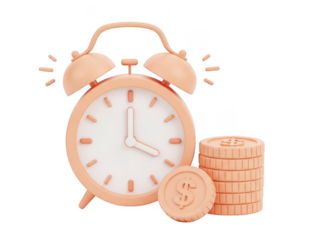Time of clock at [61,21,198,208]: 4:00
